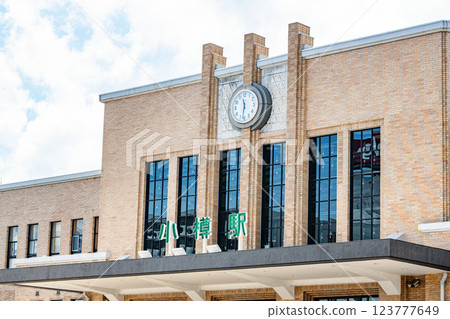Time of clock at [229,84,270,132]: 11:31
